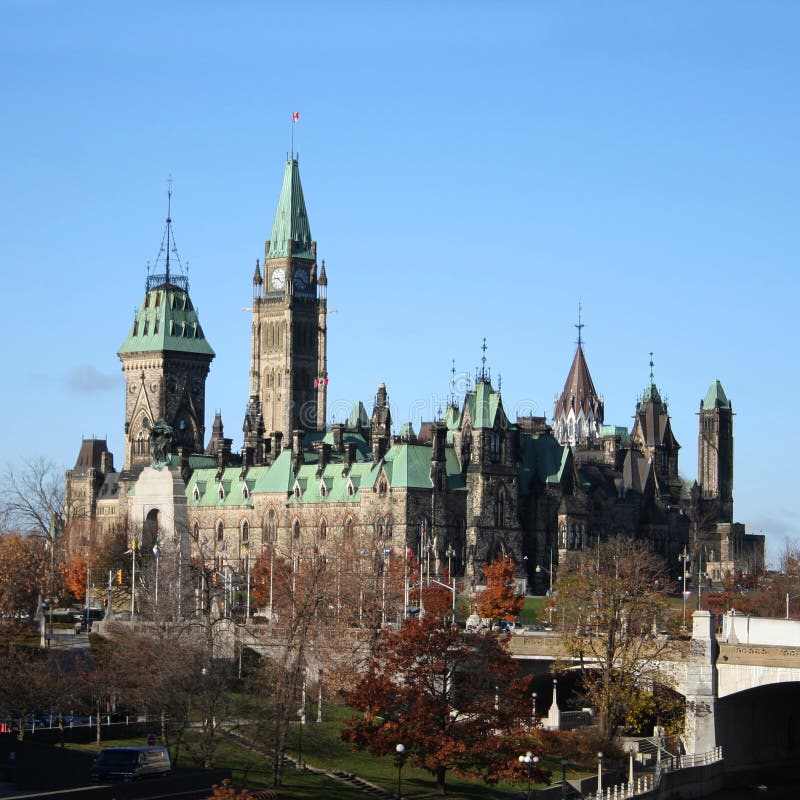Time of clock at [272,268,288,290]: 9:22
